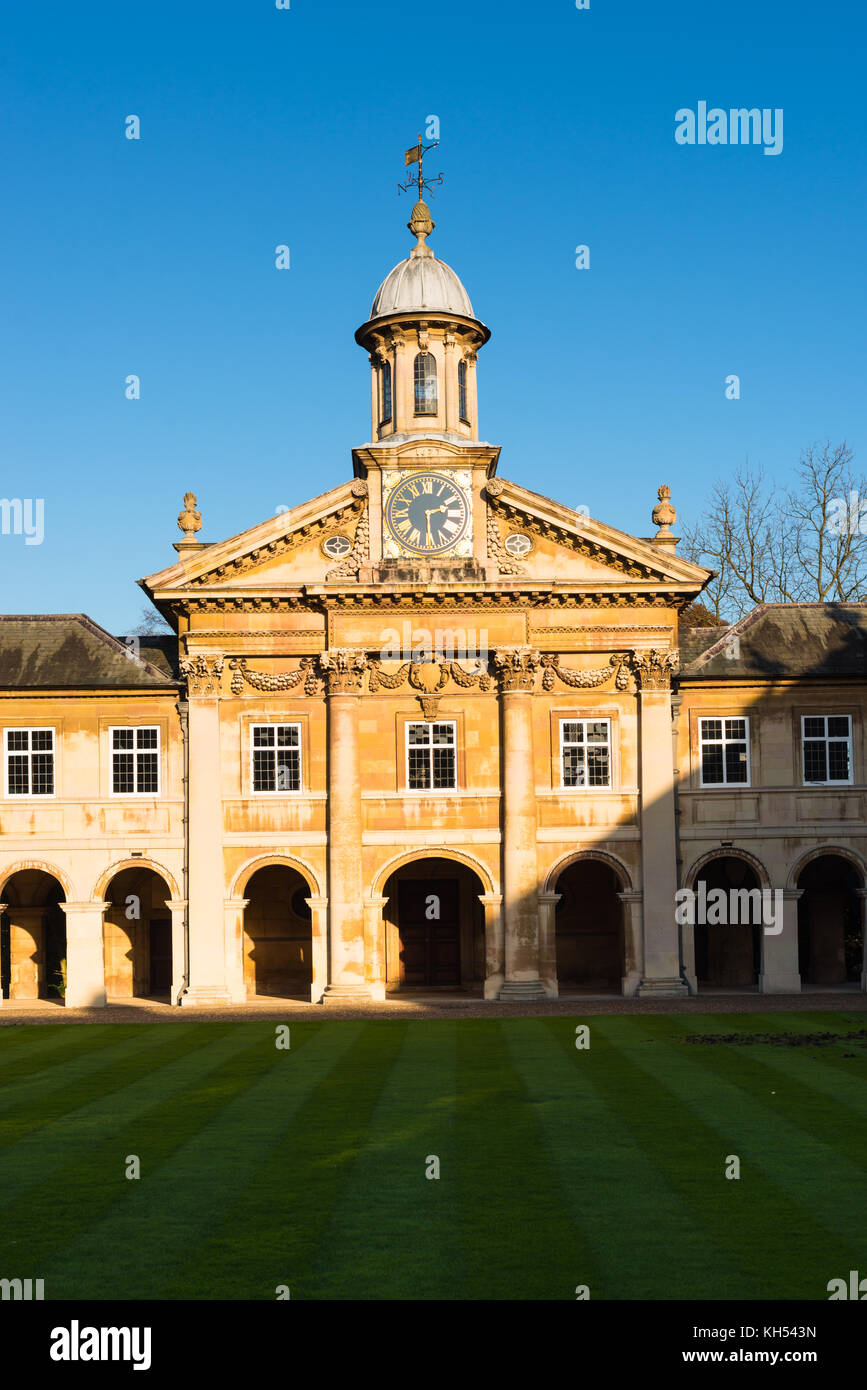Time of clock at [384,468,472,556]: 2:29
